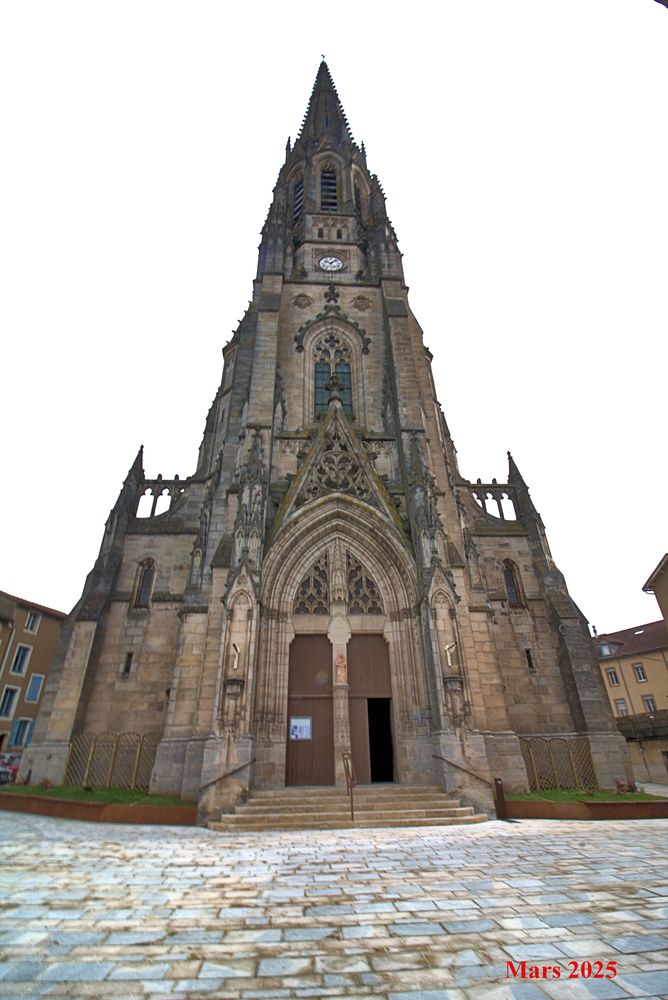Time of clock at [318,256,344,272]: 10:07
